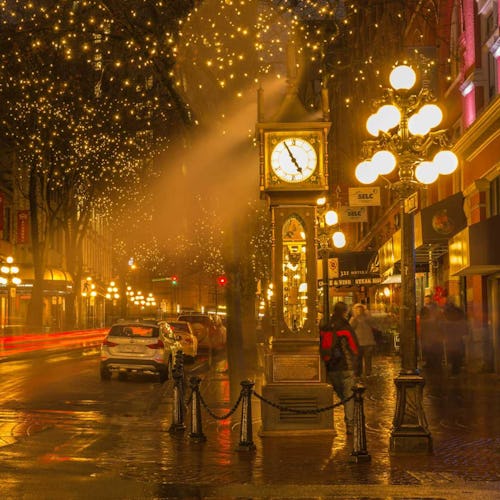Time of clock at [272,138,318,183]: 4:55
